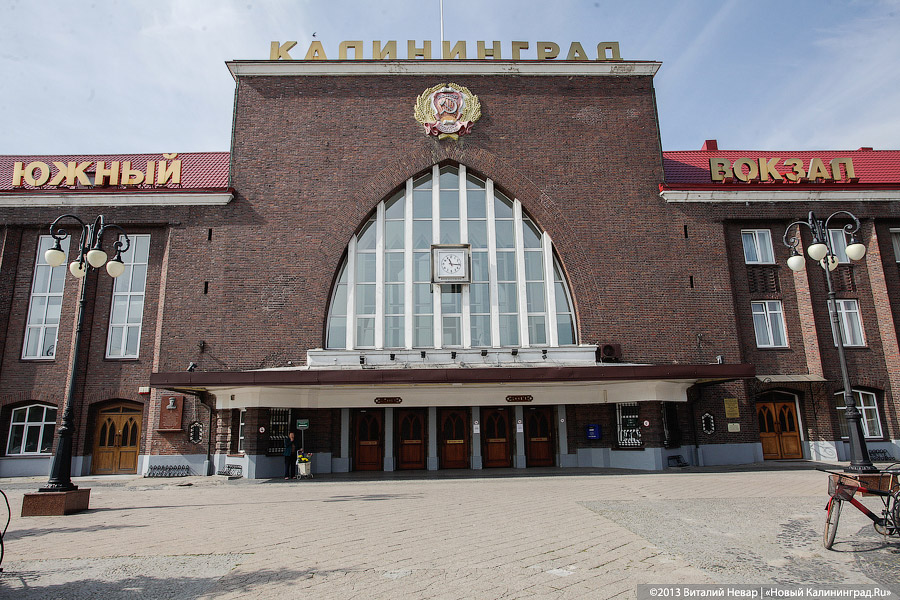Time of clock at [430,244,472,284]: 11:15
